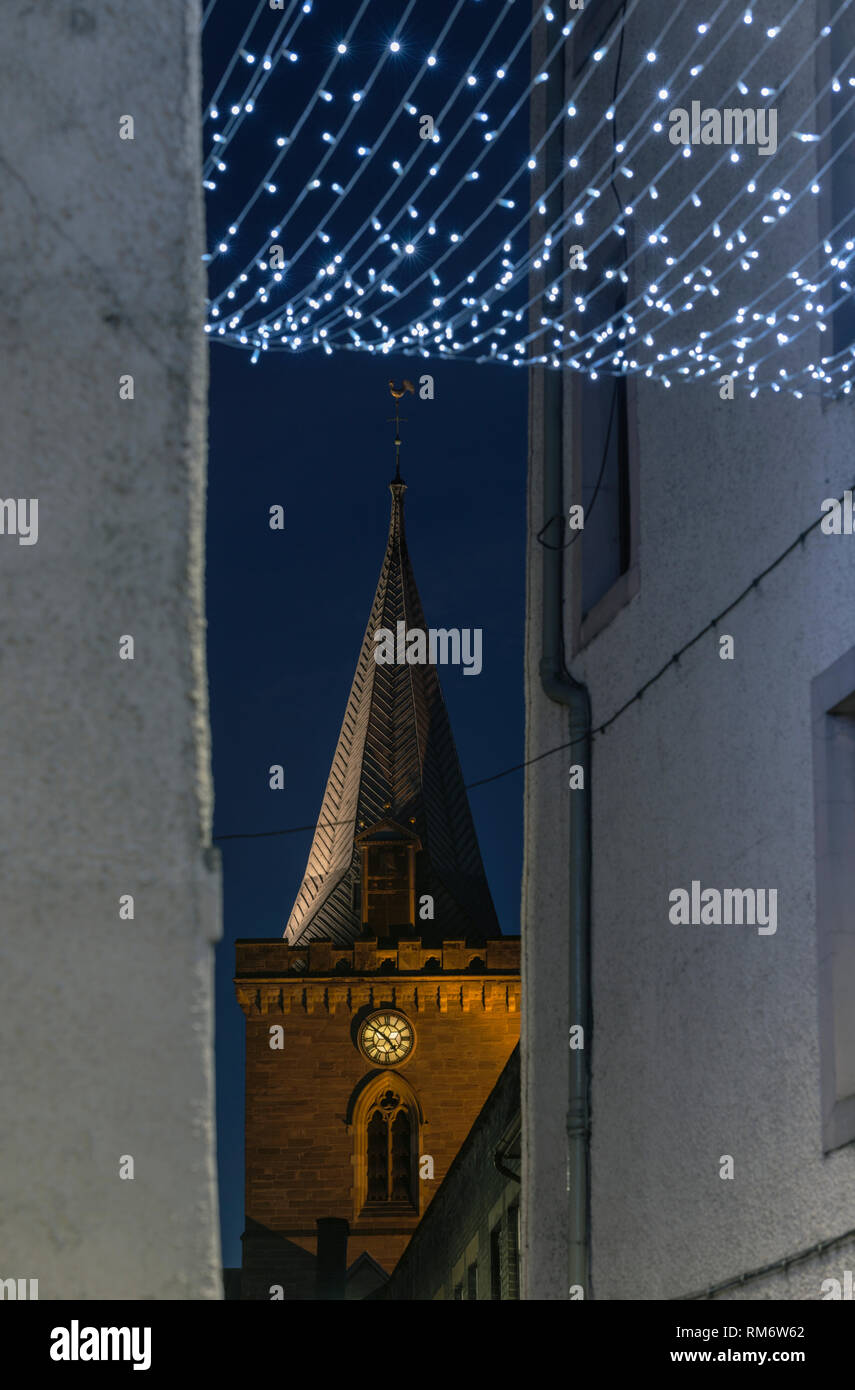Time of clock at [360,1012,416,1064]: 4:51
